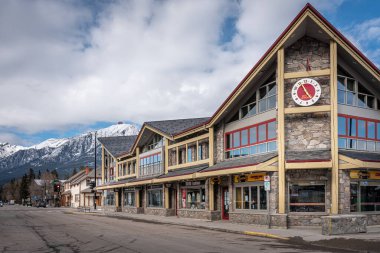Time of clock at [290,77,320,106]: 4:56
